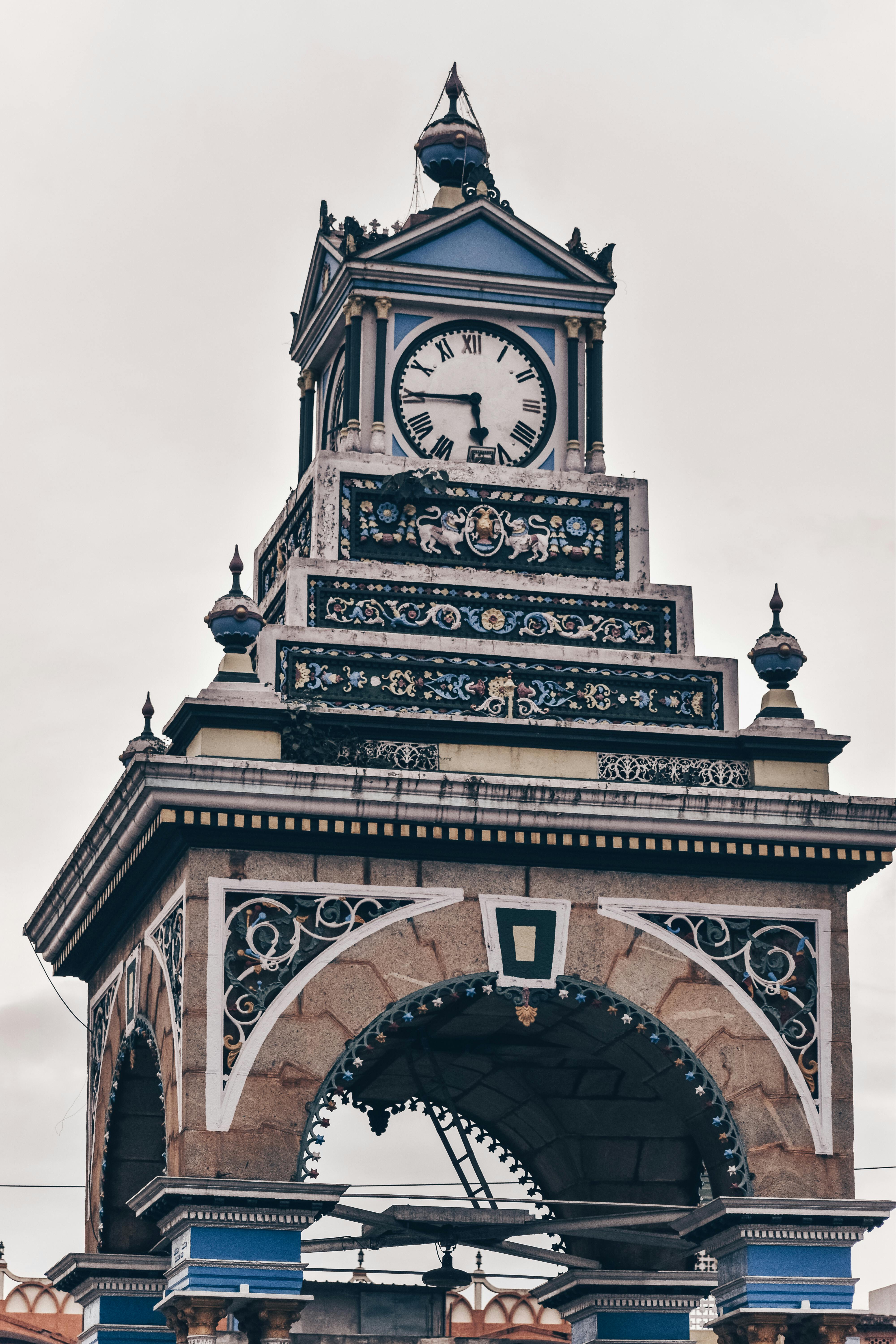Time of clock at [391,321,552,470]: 5:45
